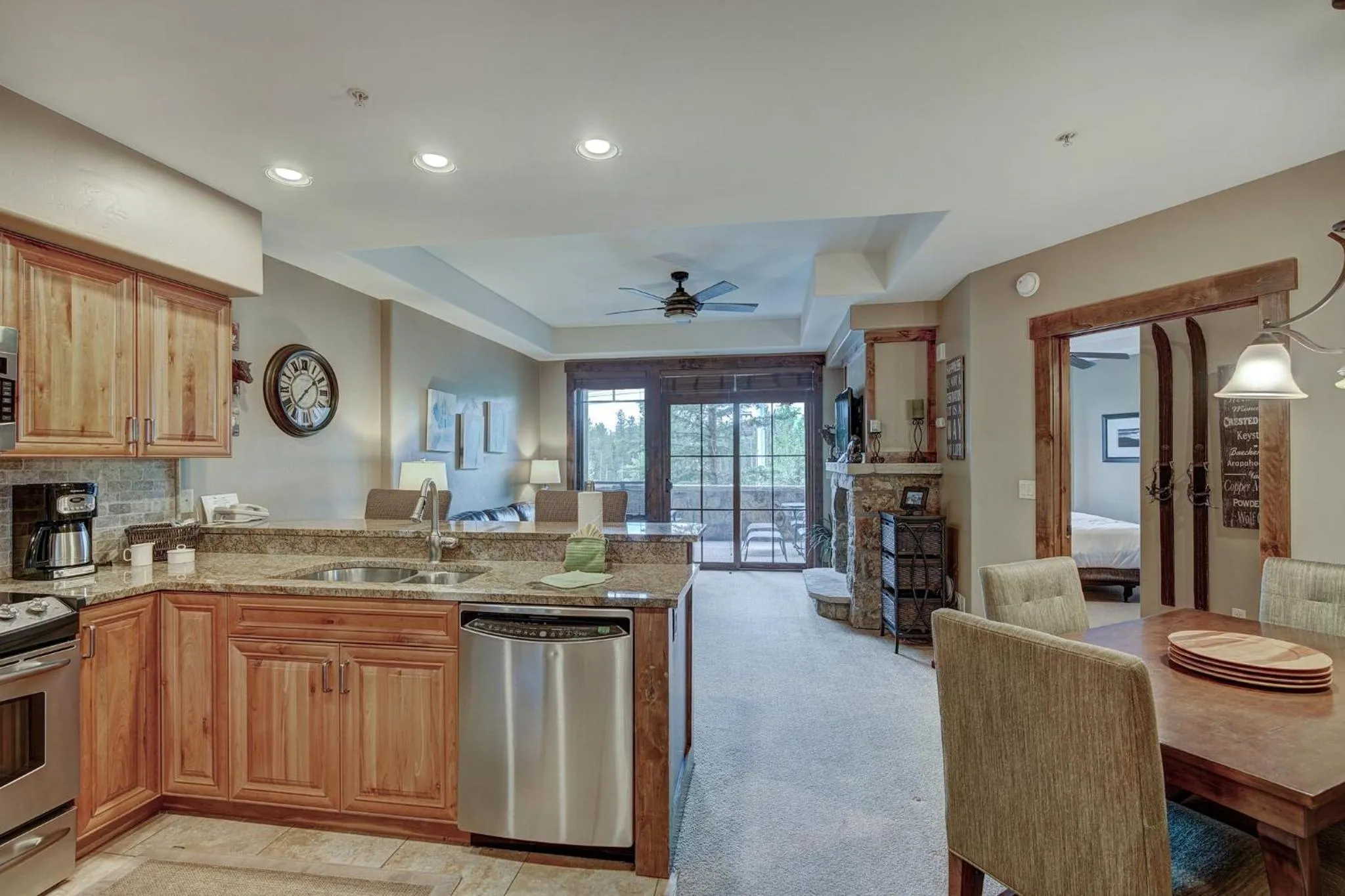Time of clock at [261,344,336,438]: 1:37
